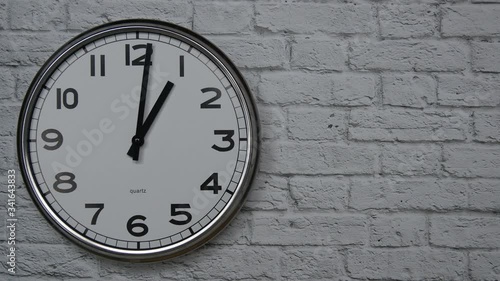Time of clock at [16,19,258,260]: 1:01
